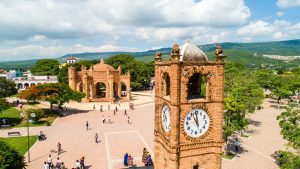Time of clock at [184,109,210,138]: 10:59
